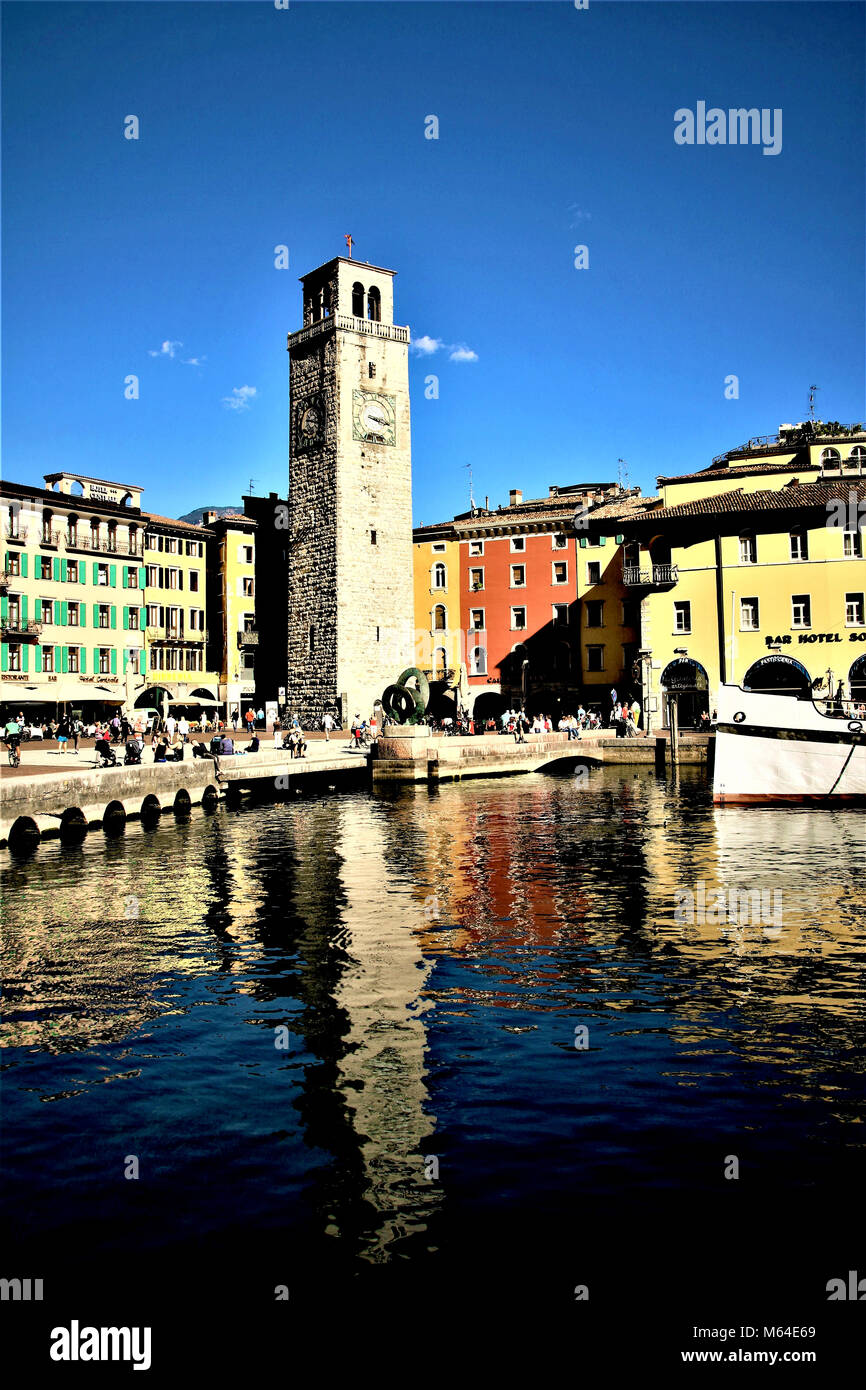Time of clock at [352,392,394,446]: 3:17
